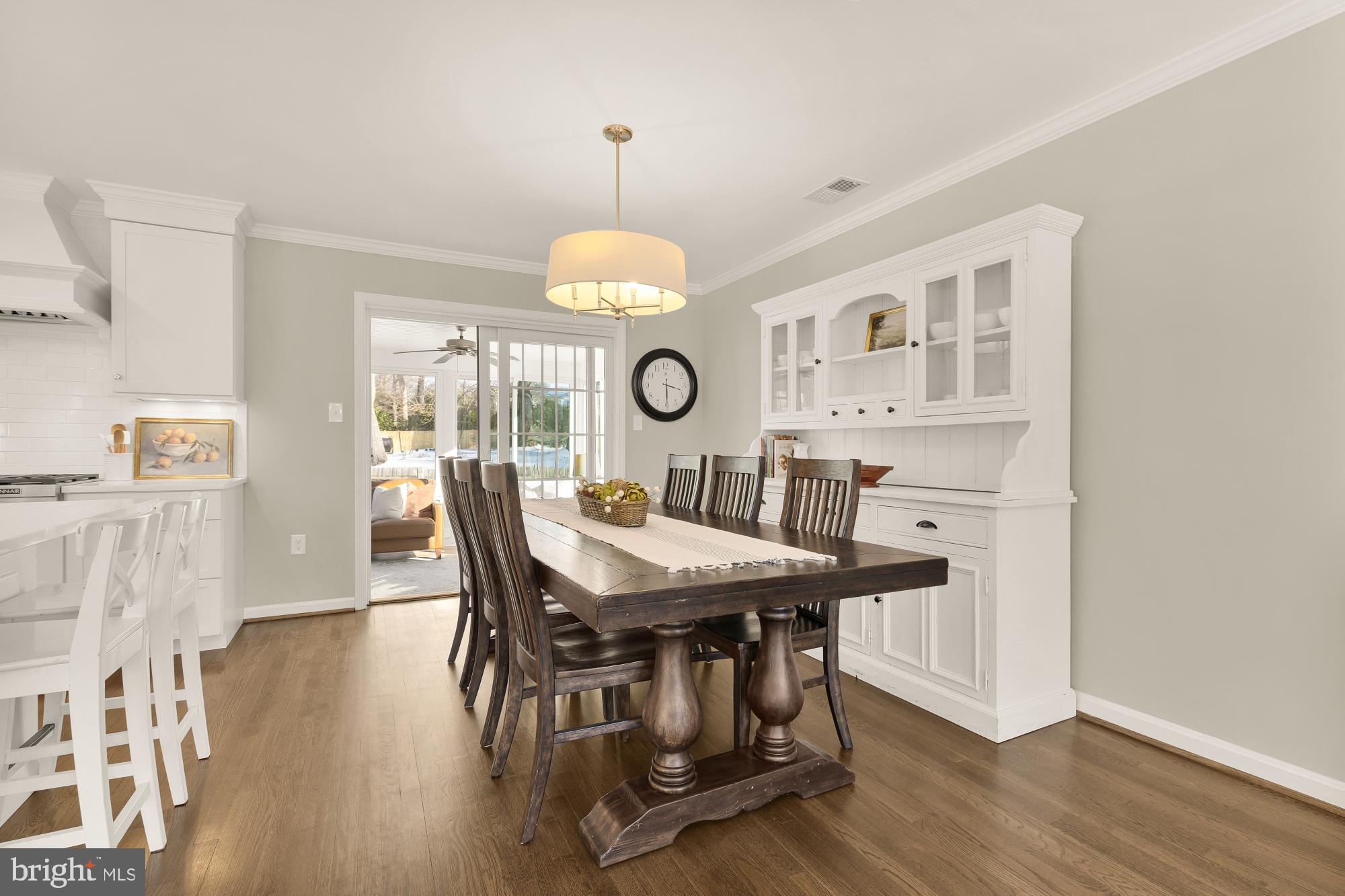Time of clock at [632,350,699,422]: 3:29
